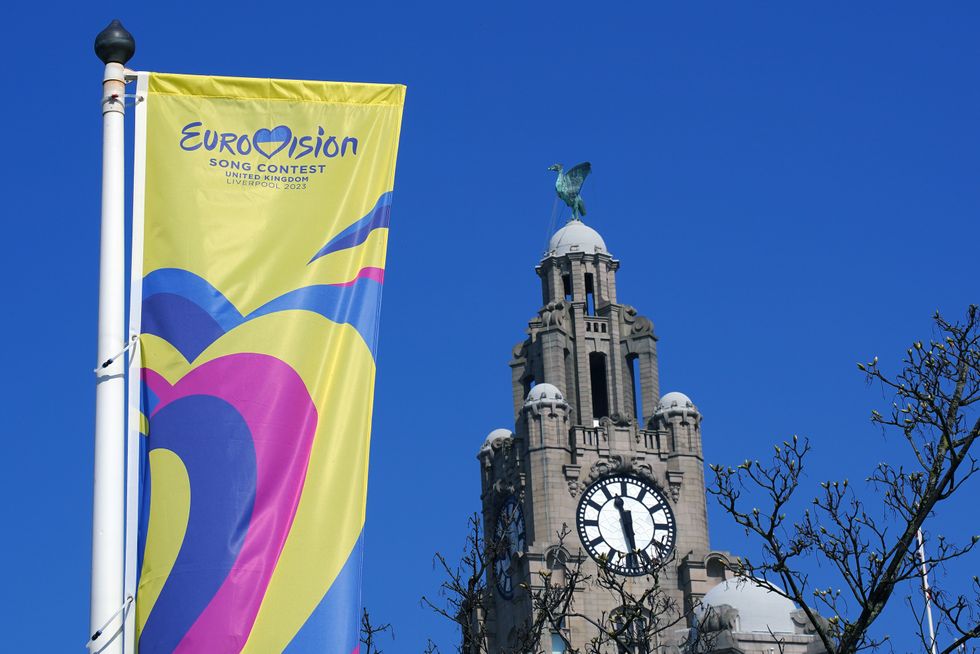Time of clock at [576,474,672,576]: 11:28
